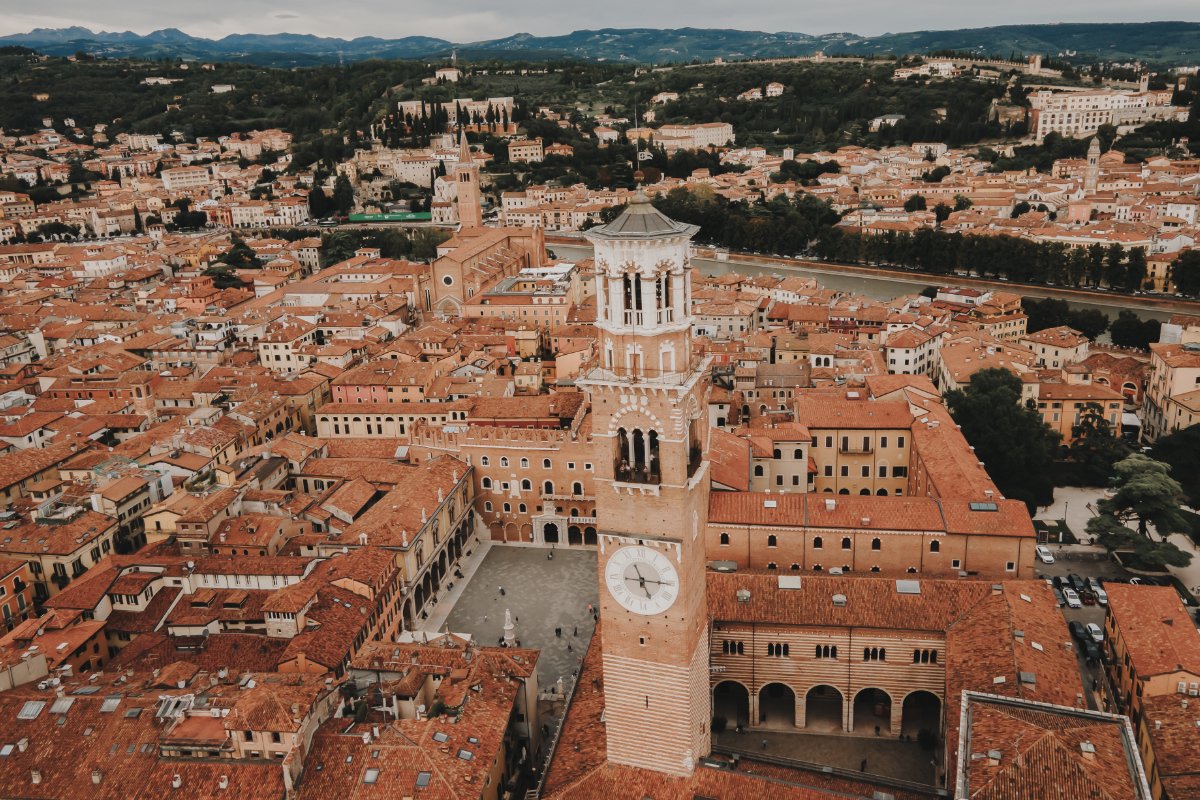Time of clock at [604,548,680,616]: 5:15
